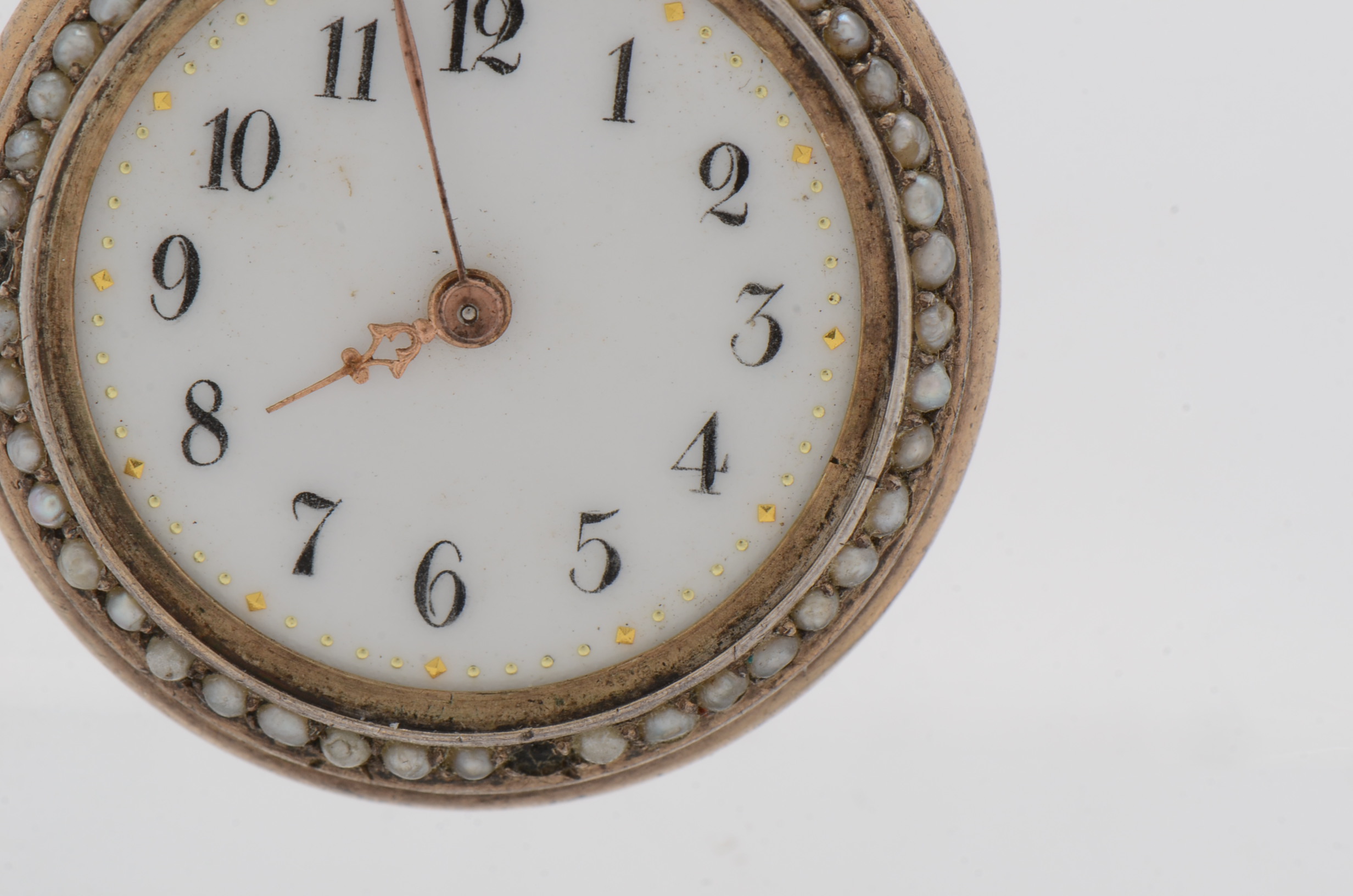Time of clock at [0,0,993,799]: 7:57
